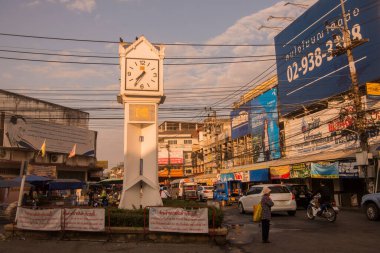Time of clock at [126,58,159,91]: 7:36
